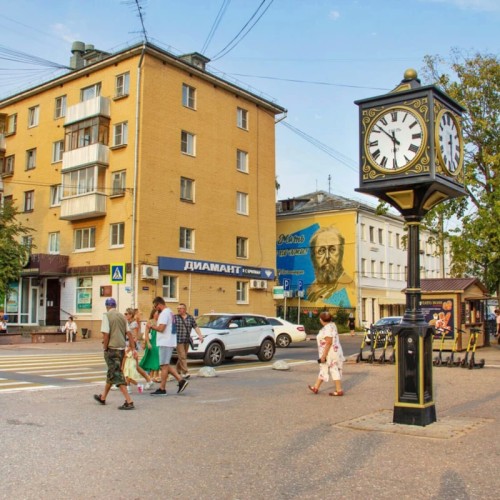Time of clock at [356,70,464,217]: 5:51
